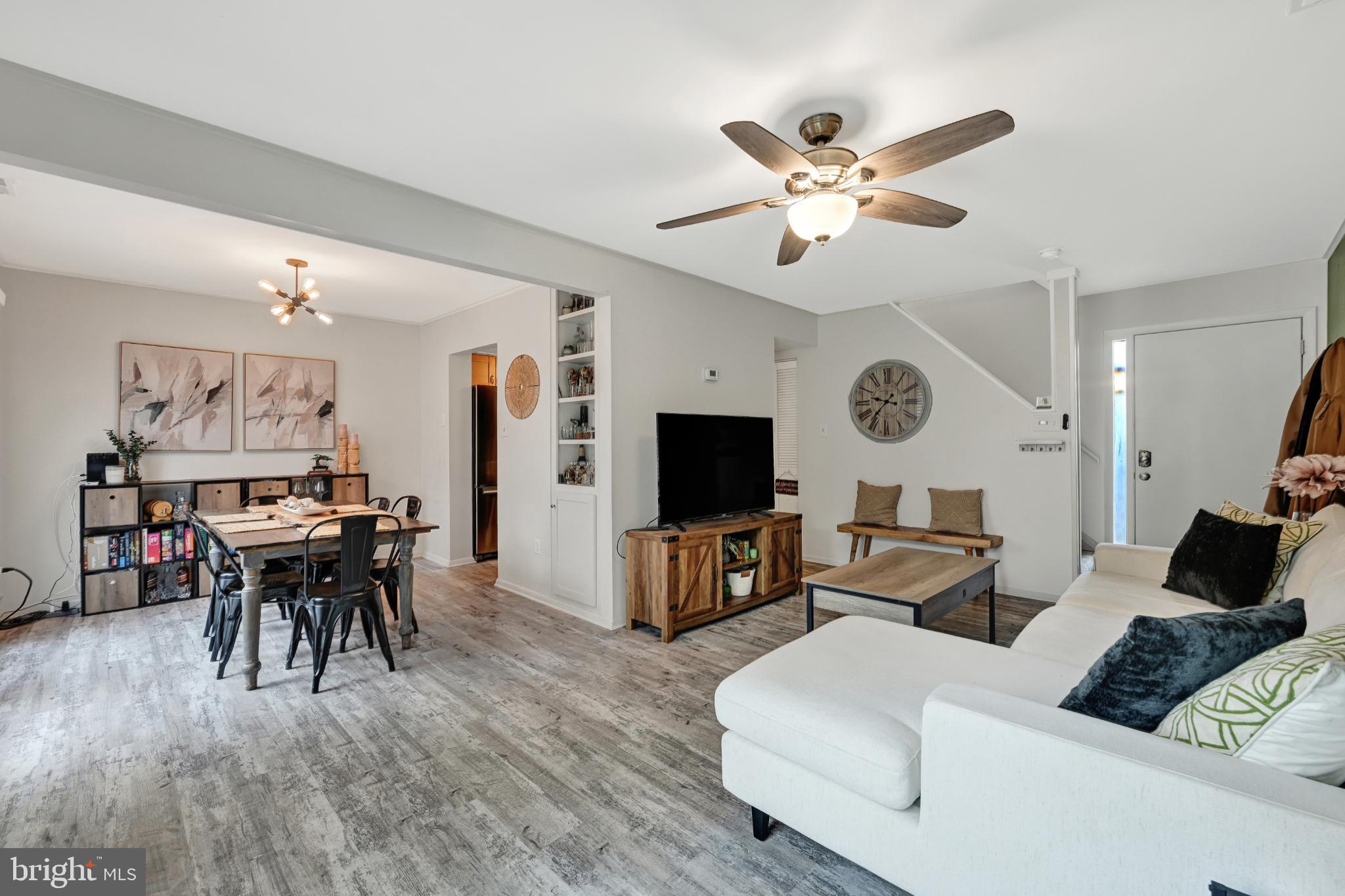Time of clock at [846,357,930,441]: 9:36
